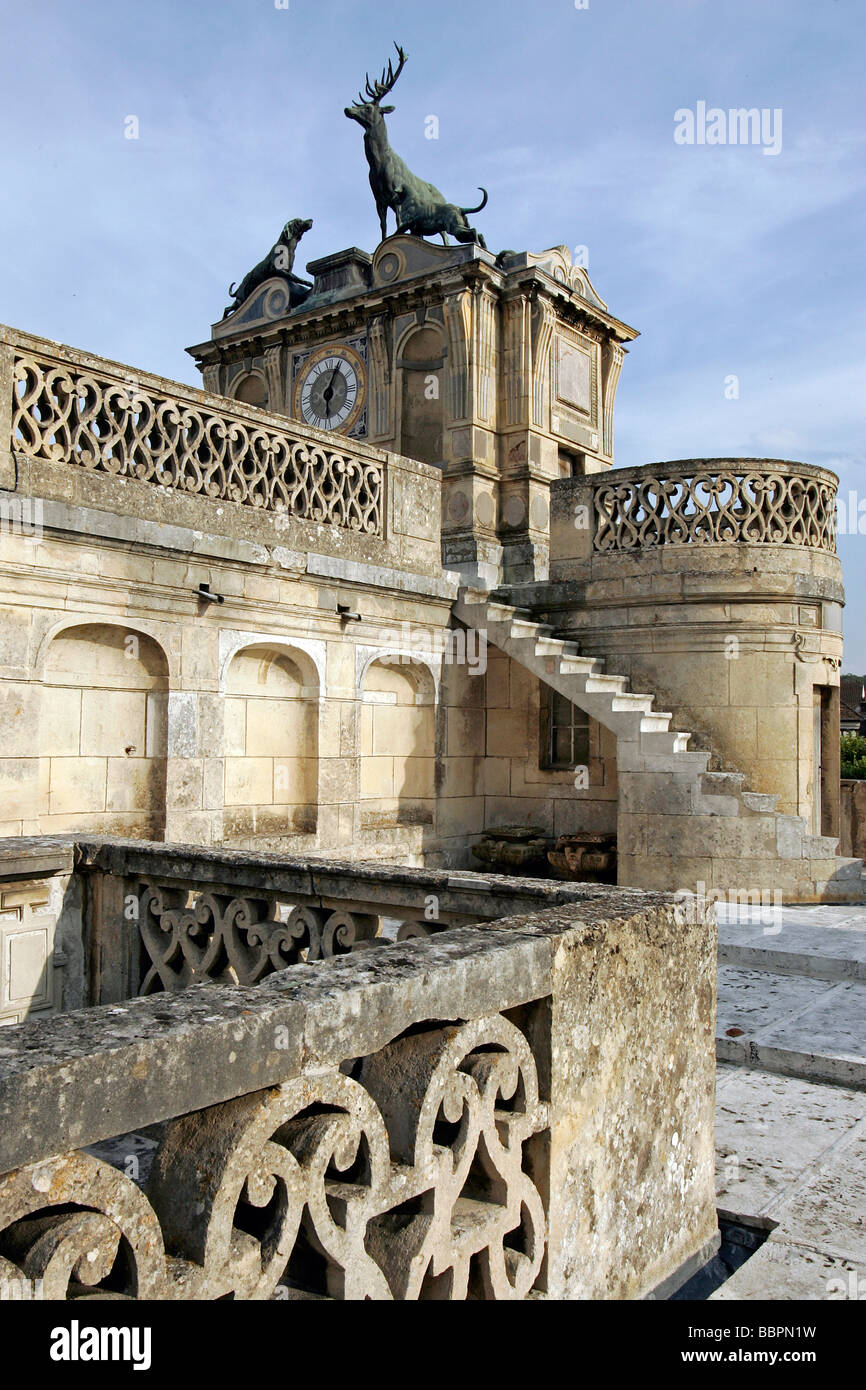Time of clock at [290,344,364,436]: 6:04
